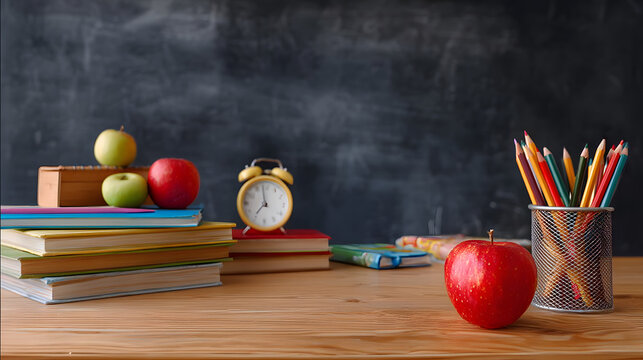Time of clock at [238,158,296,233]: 6:58
